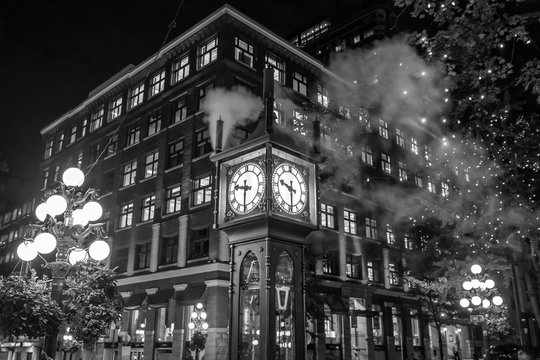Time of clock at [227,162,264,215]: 9:30
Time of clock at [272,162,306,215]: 9:29
